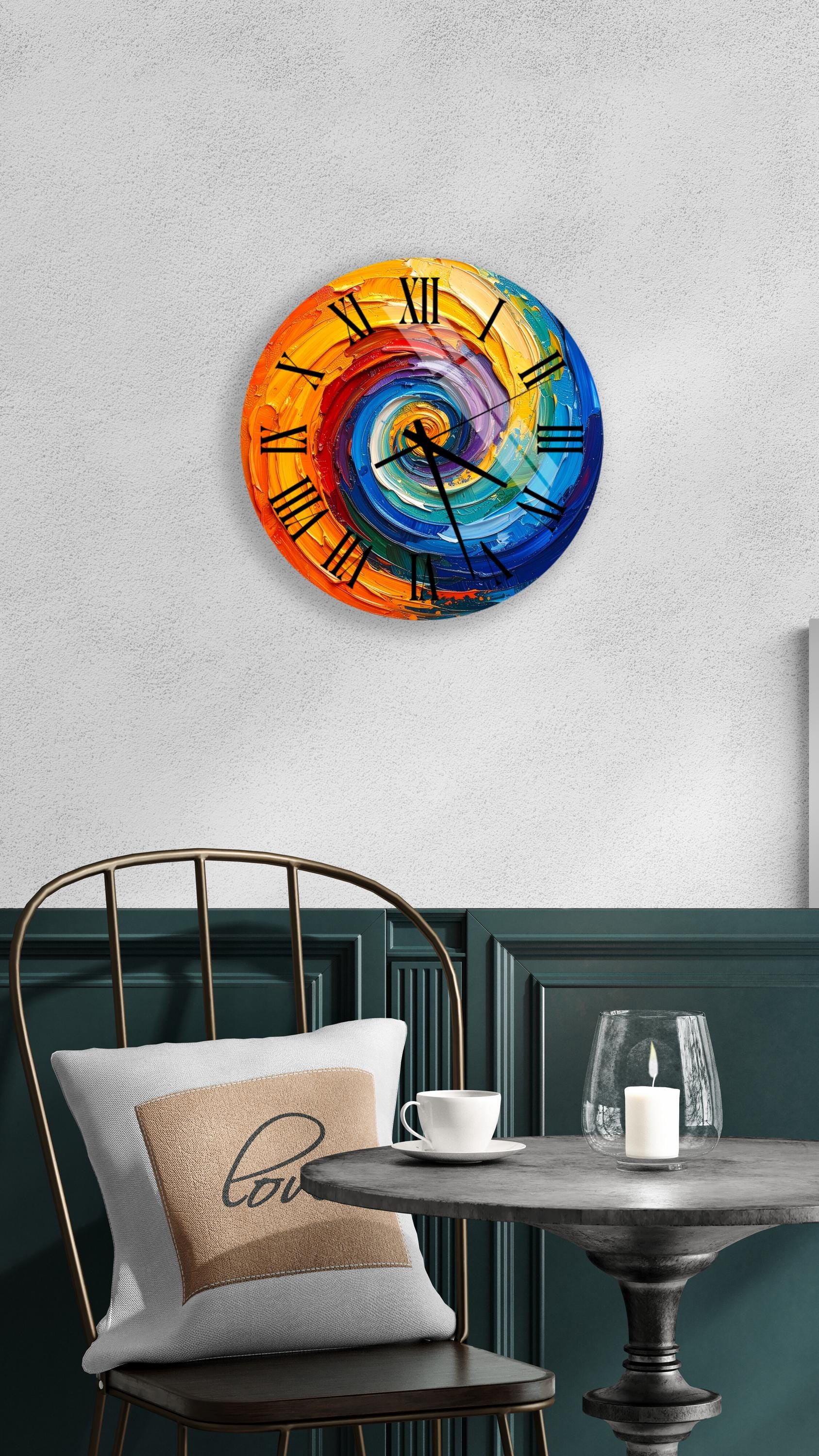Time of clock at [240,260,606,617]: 5:19
